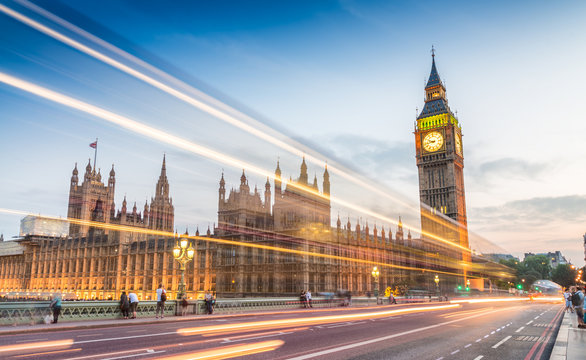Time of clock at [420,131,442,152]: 9:43
